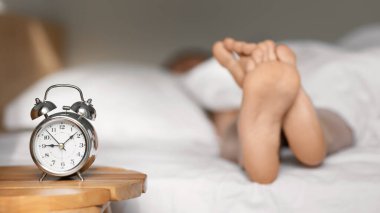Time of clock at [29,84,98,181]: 9:08
